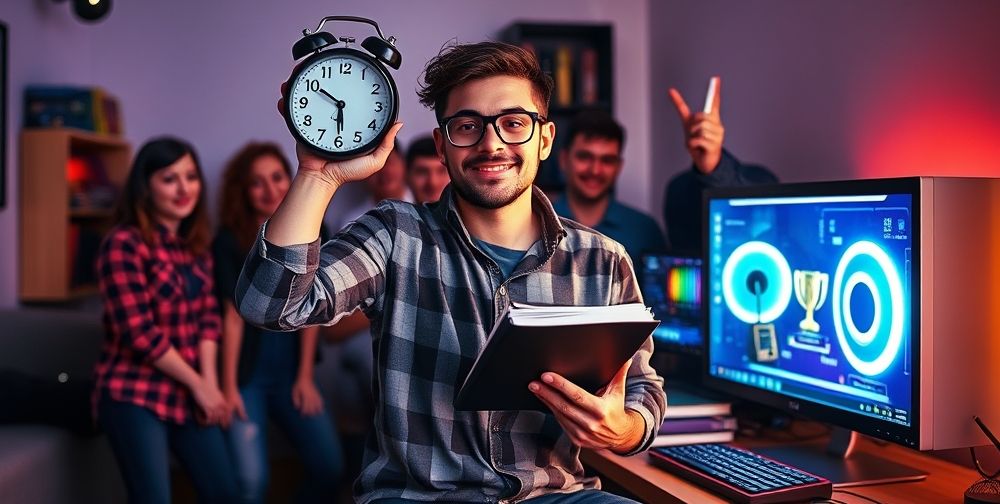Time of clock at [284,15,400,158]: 5:50
